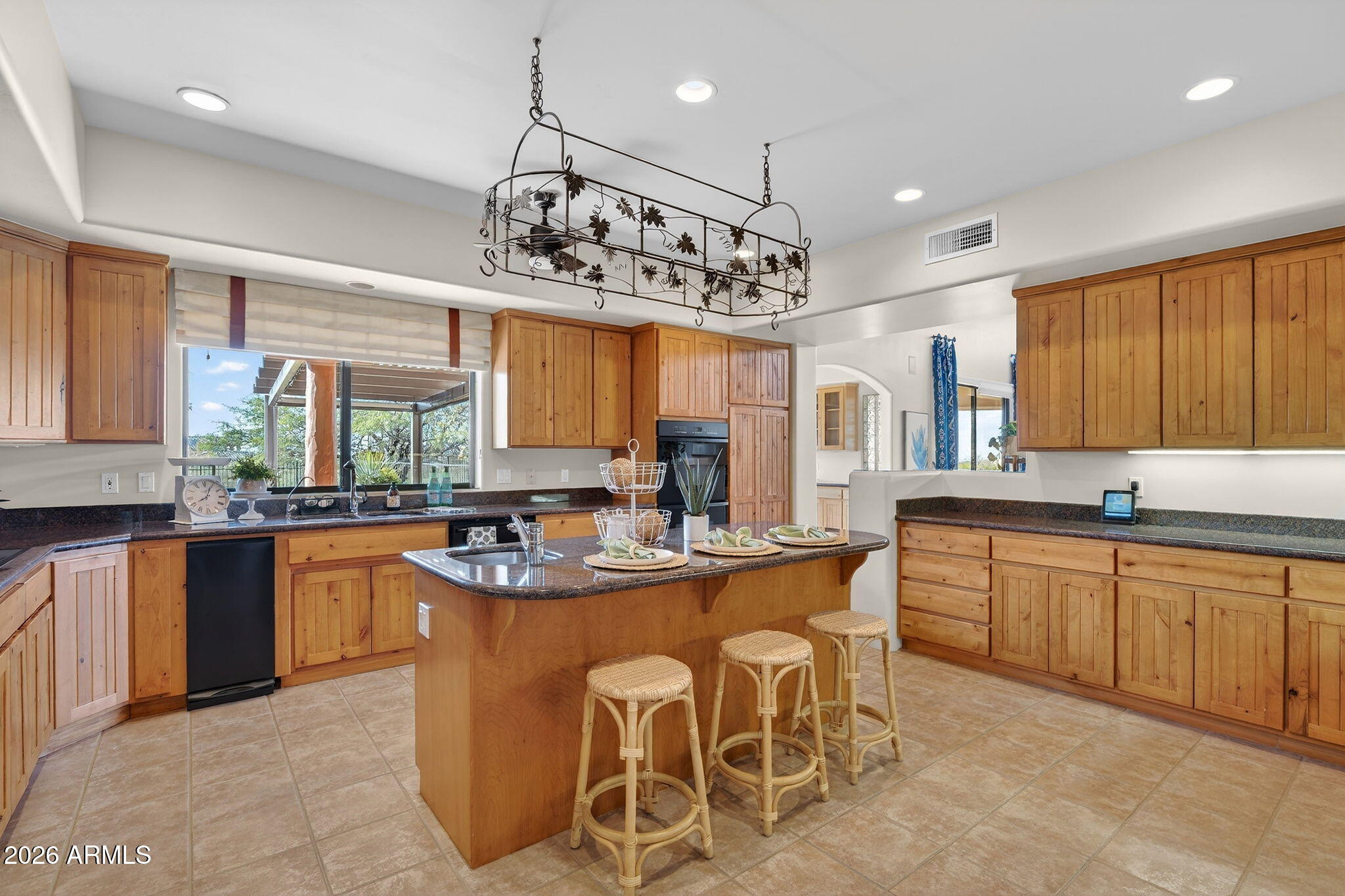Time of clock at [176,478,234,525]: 8:03
